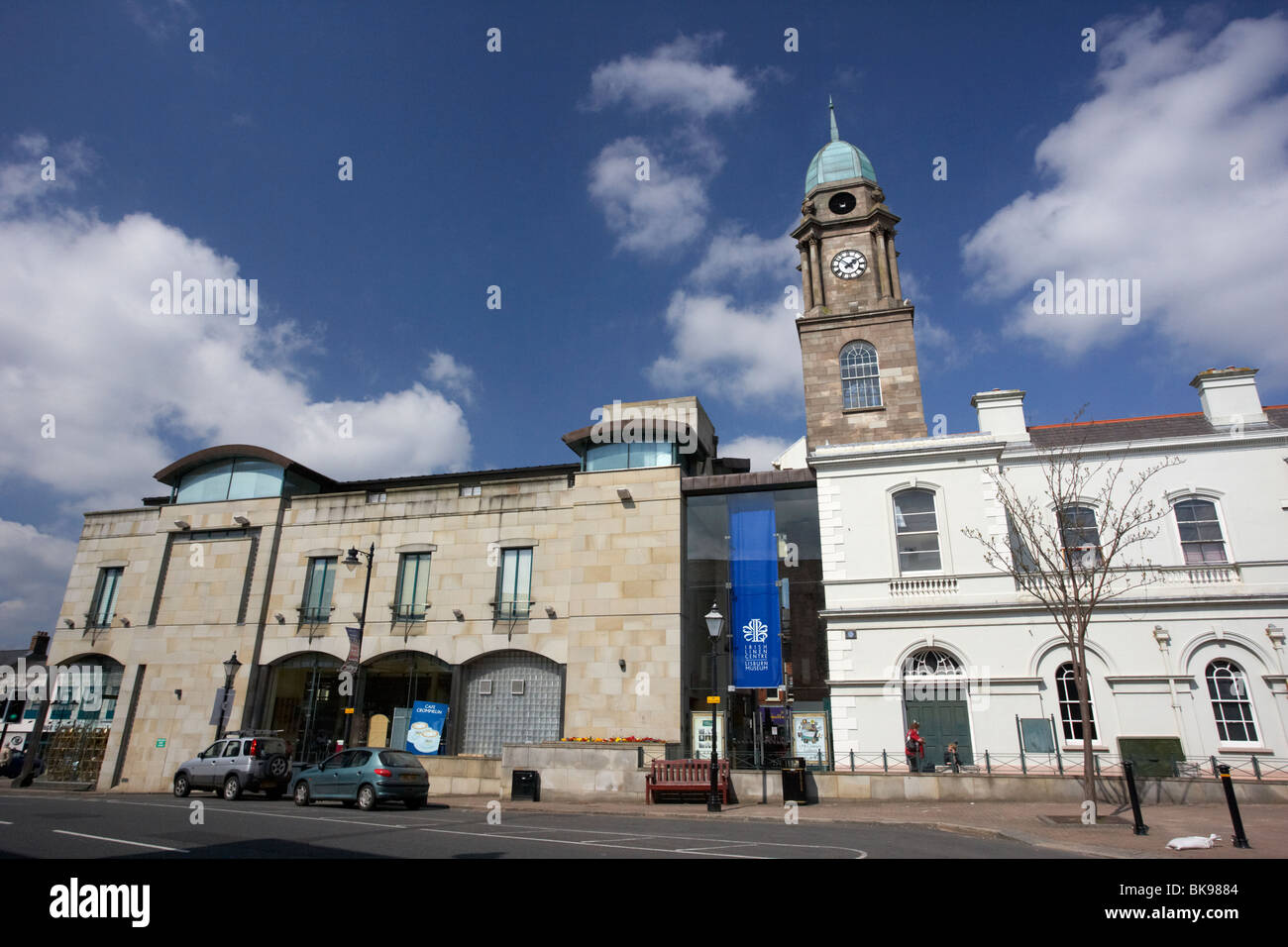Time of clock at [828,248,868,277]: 1:51
